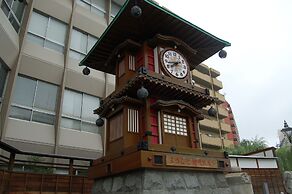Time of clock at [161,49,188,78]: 7:43
